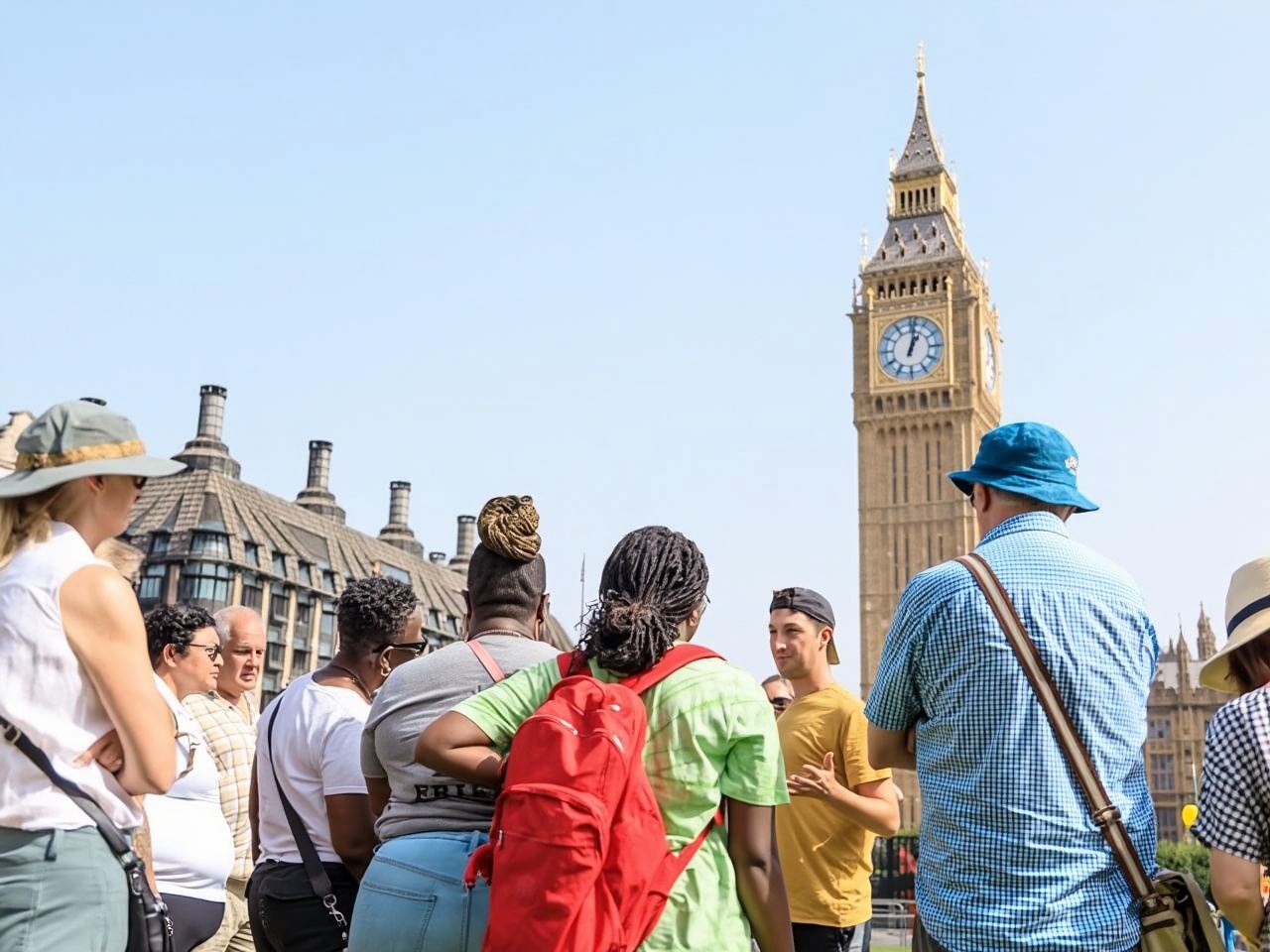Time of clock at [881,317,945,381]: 1:02
